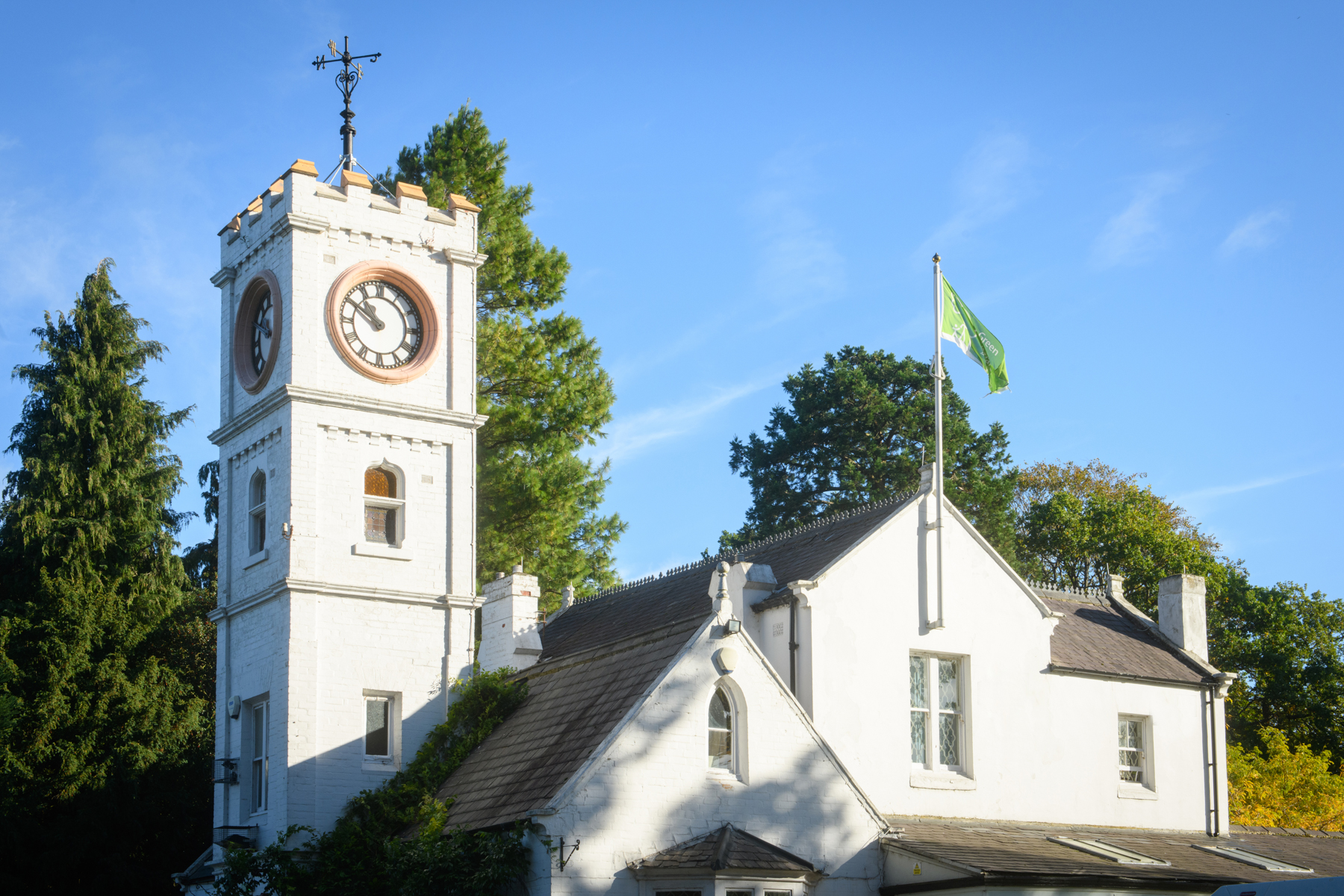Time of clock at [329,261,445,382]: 10:50
